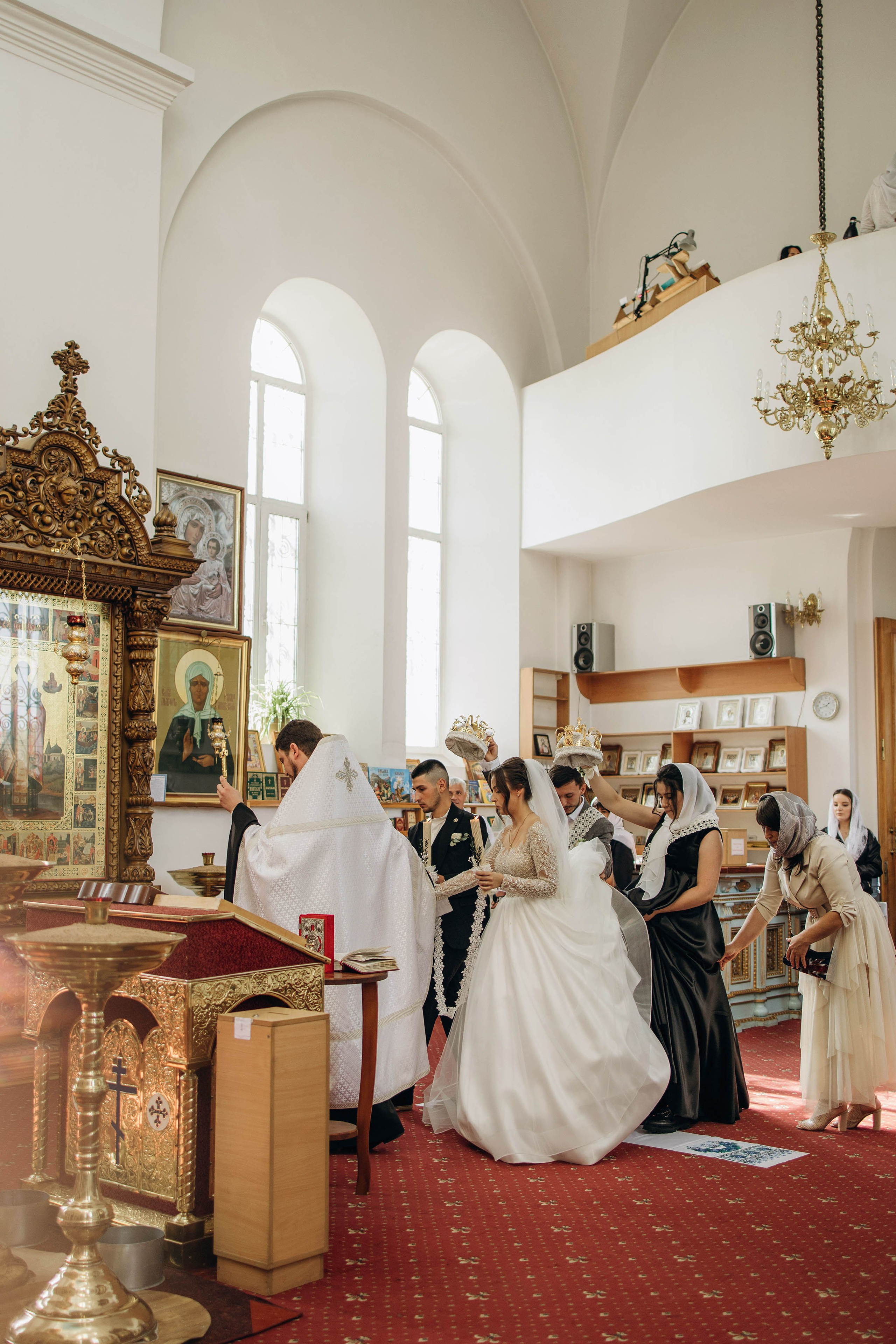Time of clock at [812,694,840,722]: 1:41
